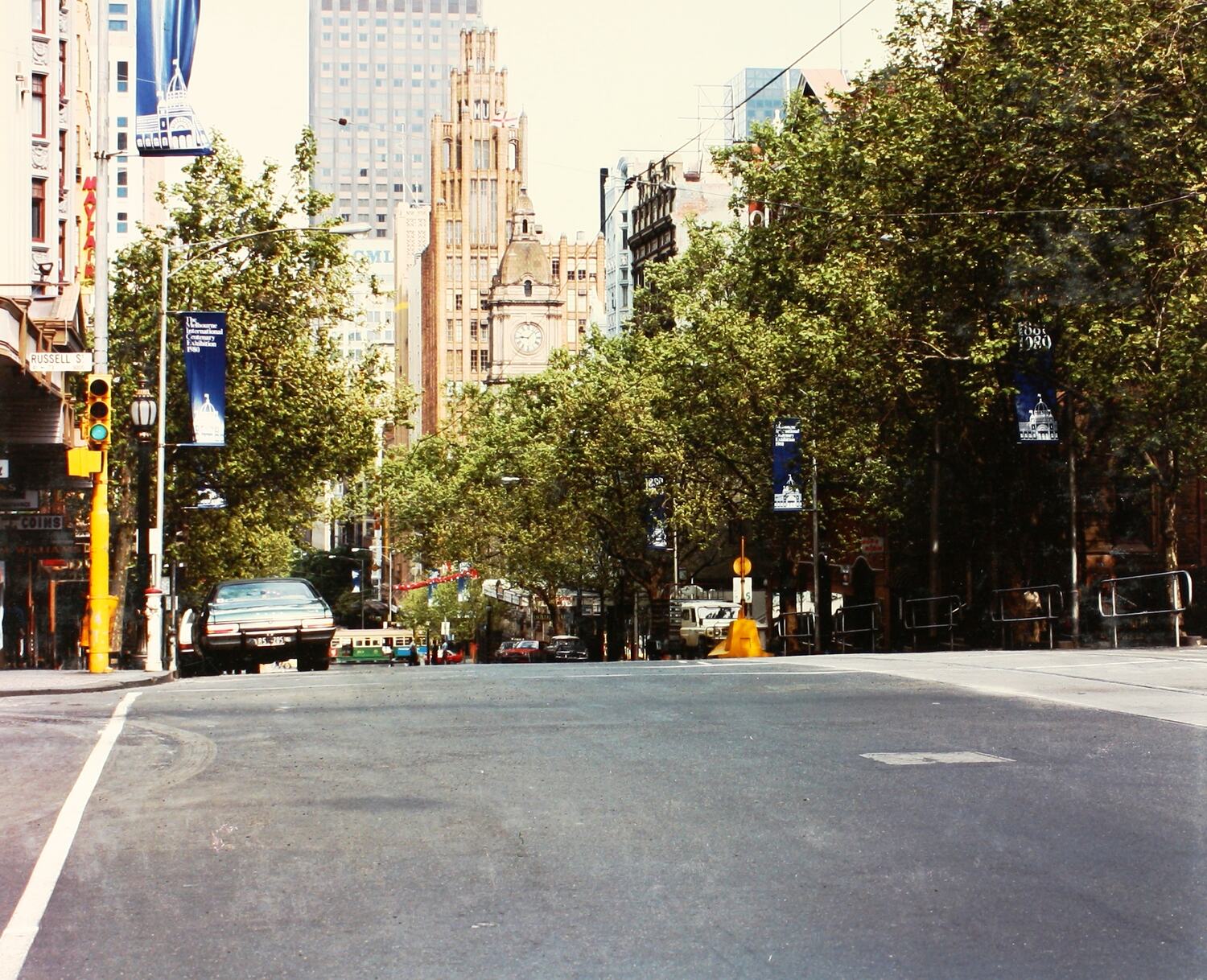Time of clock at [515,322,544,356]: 9:07
